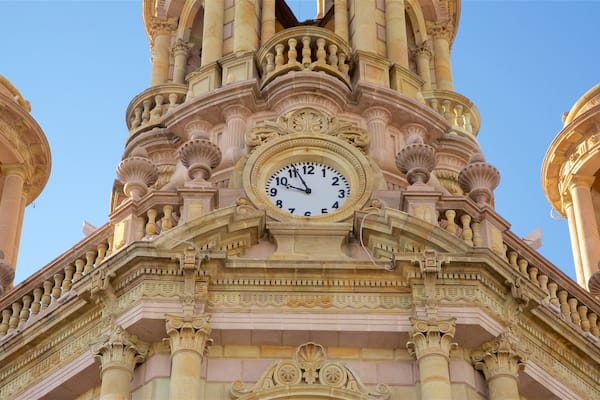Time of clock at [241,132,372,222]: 9:56
